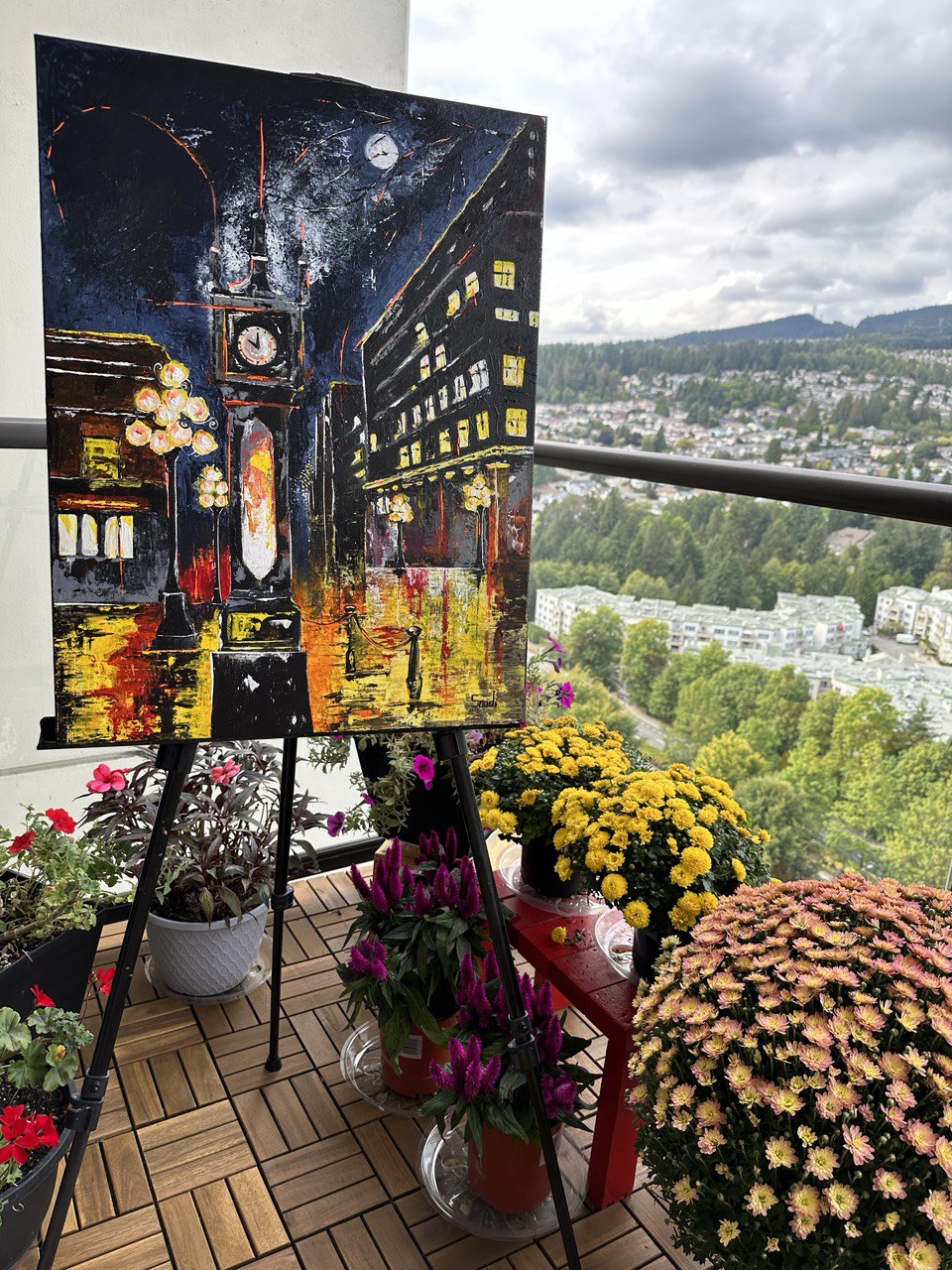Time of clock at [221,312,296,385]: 10:00
